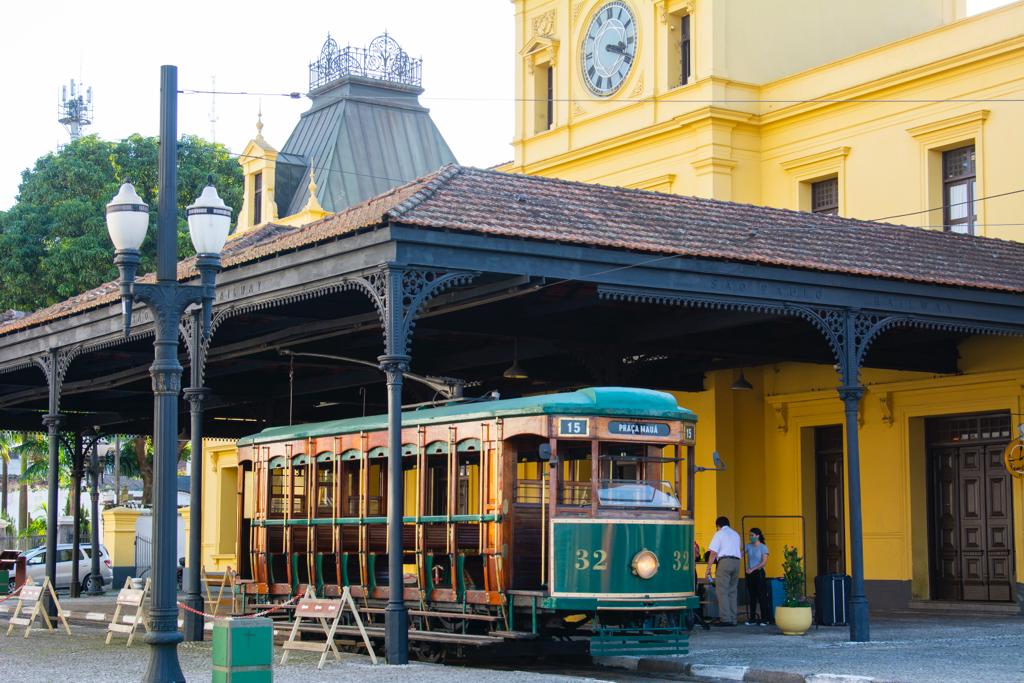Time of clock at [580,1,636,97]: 3:18
